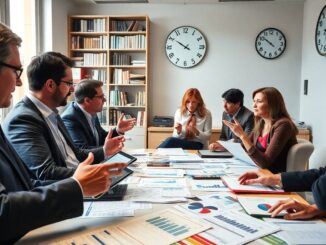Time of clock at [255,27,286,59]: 9:51
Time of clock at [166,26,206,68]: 9:50
